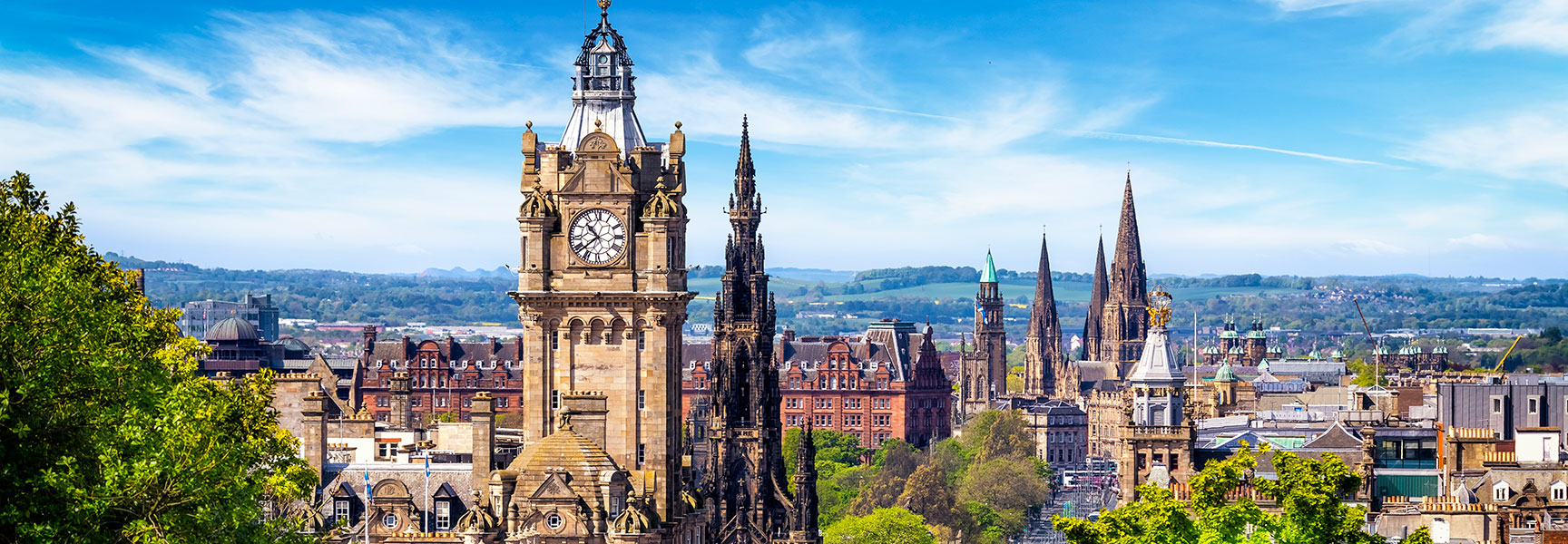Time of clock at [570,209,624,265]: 10:38
